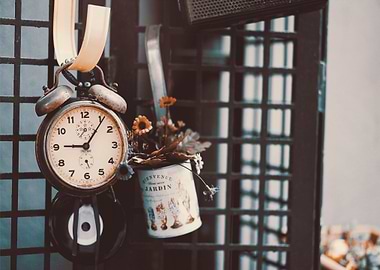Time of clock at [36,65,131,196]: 9:06
